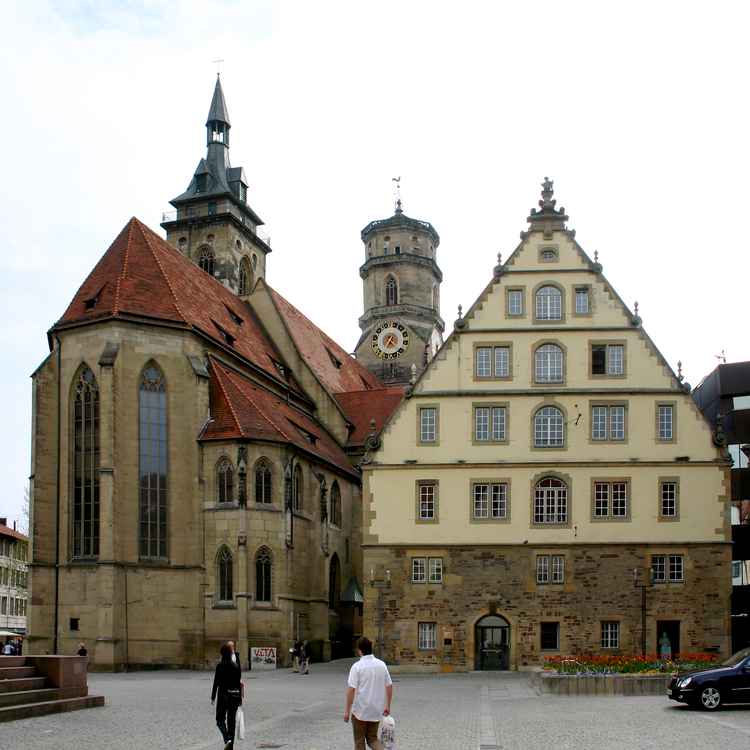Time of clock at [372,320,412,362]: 6:21
